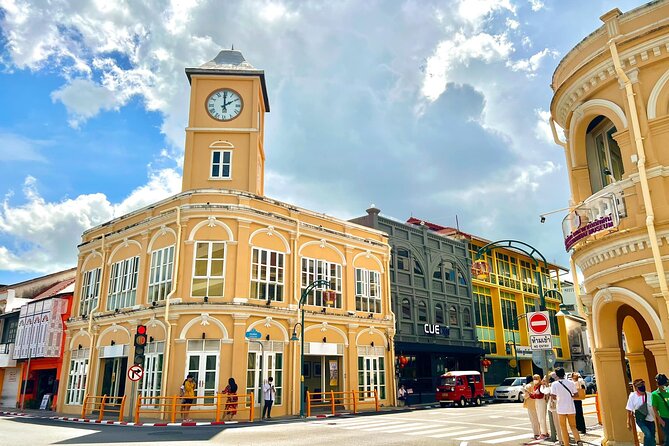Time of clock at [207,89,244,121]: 1:59
